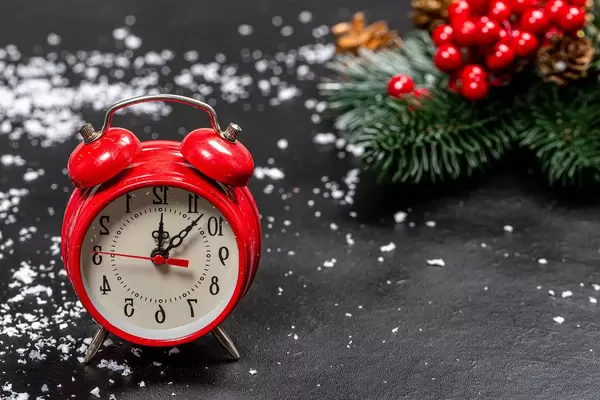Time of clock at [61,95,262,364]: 12:07
